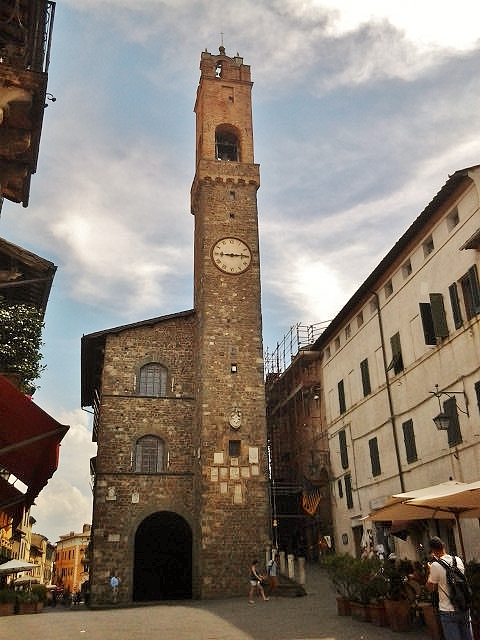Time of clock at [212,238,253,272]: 9:14
